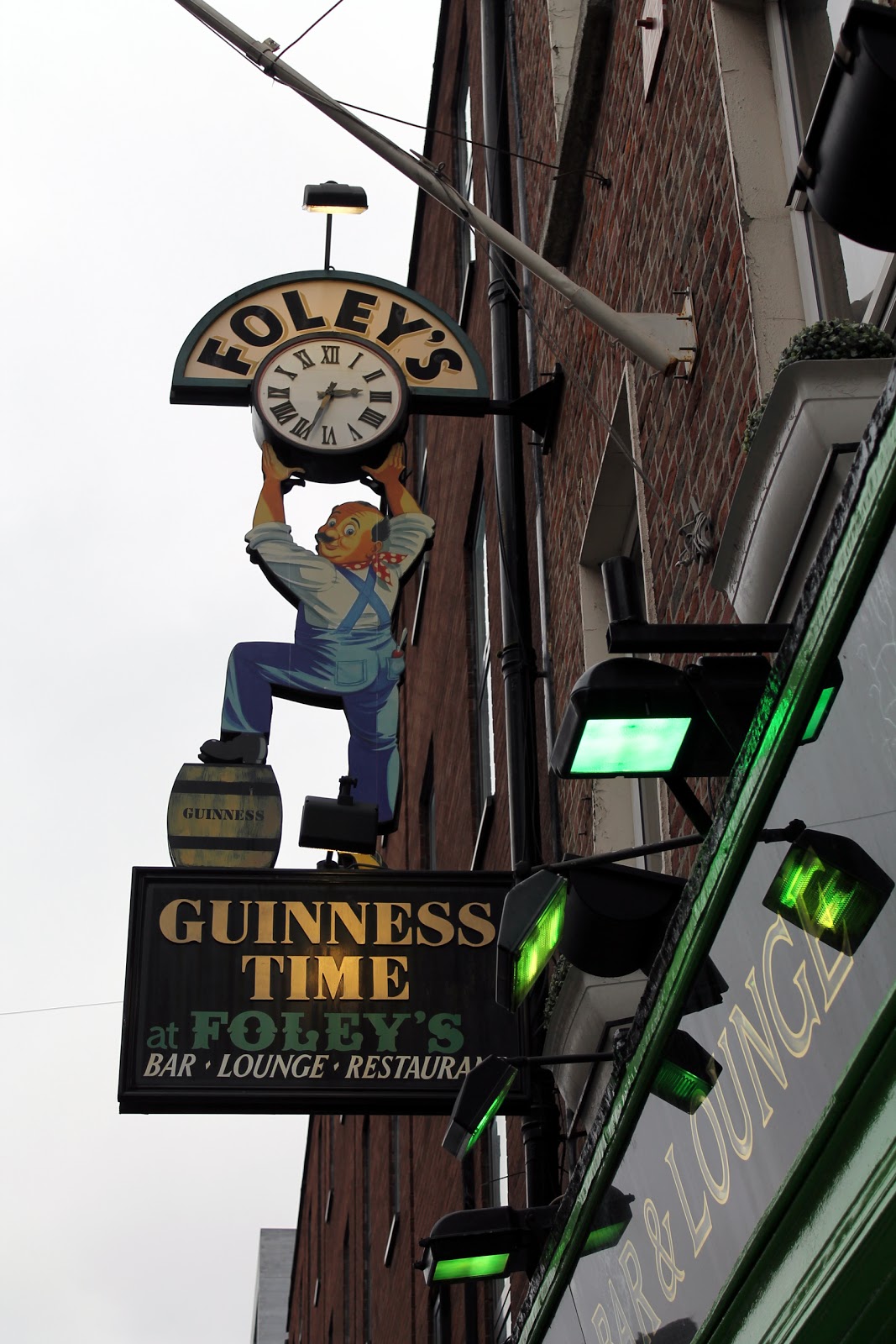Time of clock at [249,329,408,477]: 2:33
